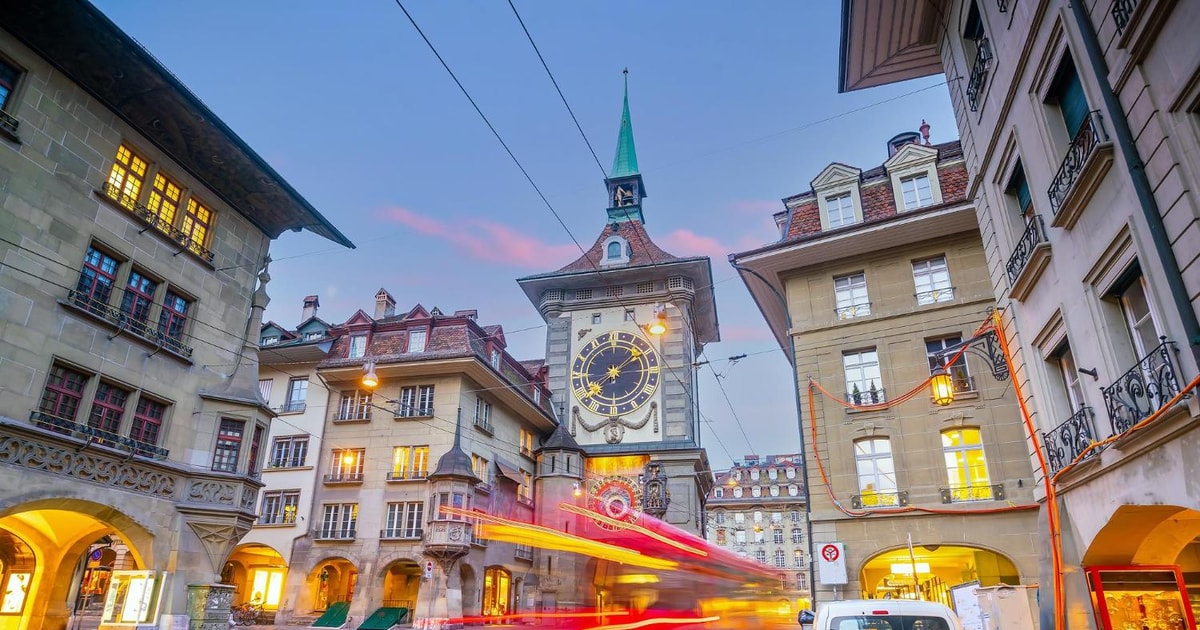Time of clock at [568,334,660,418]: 1:37
